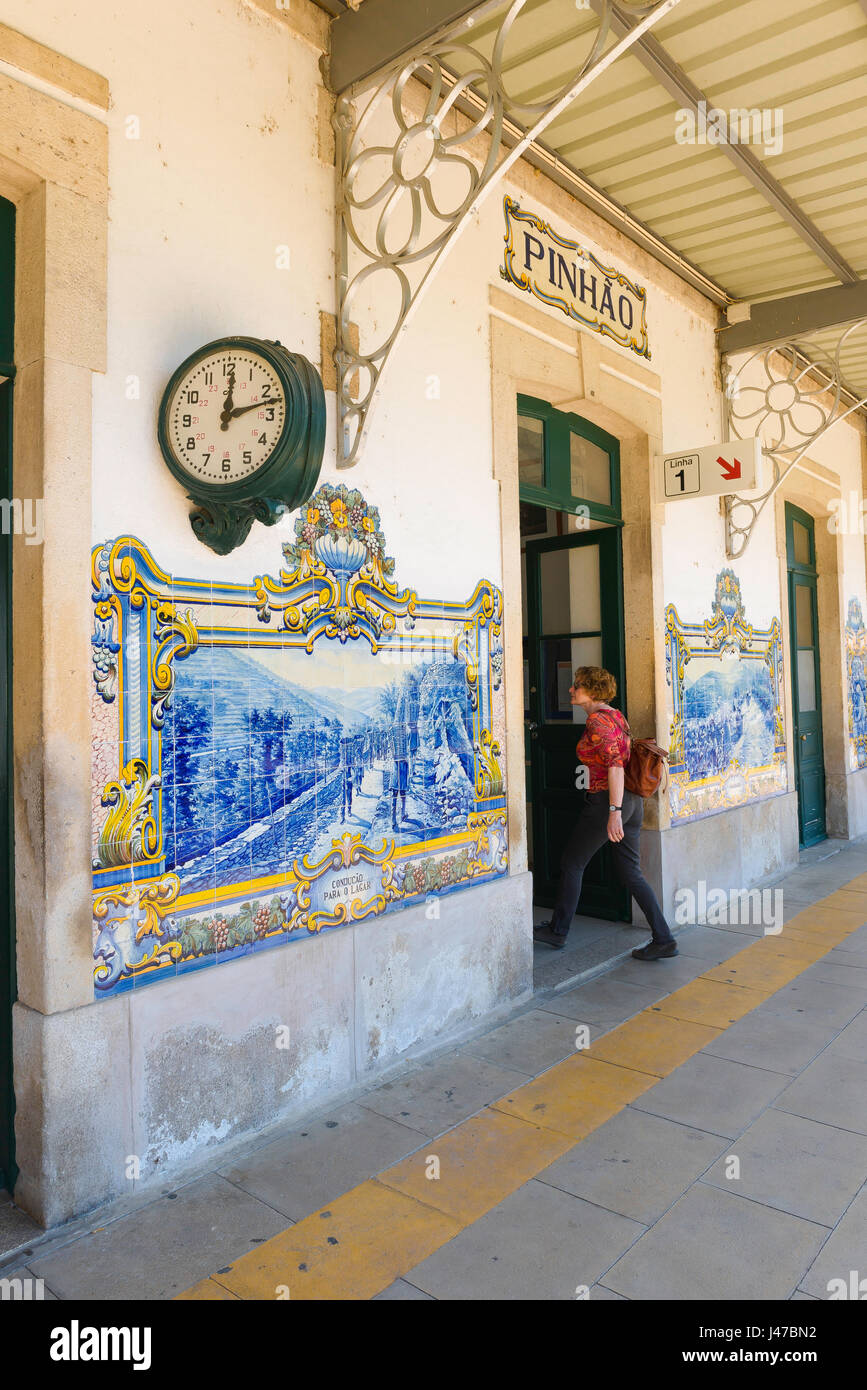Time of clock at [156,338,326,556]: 12:12
